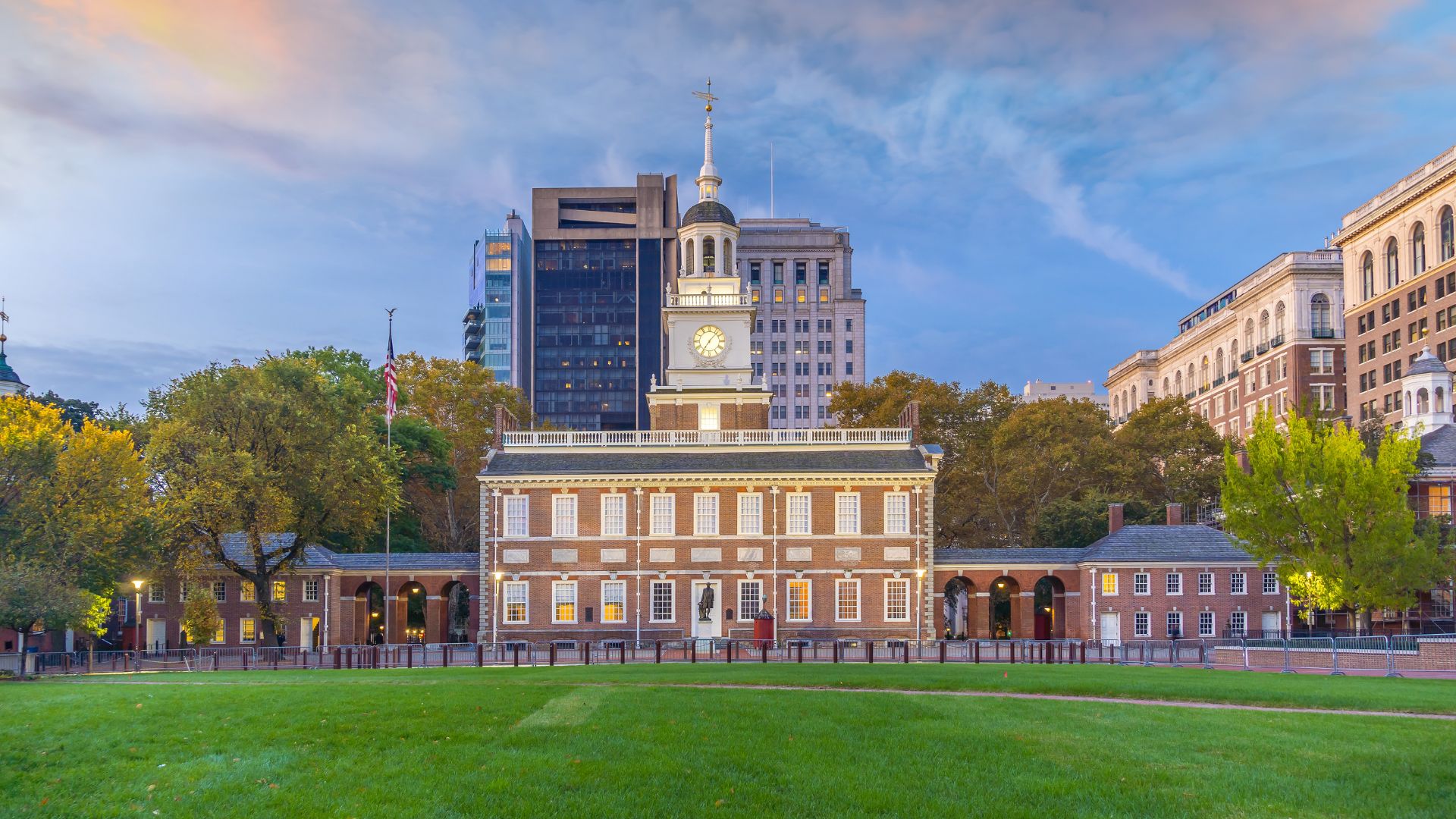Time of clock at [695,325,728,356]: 7:07
